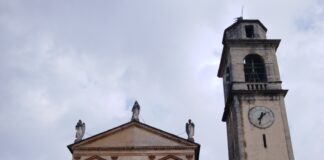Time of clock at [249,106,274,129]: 1:32
